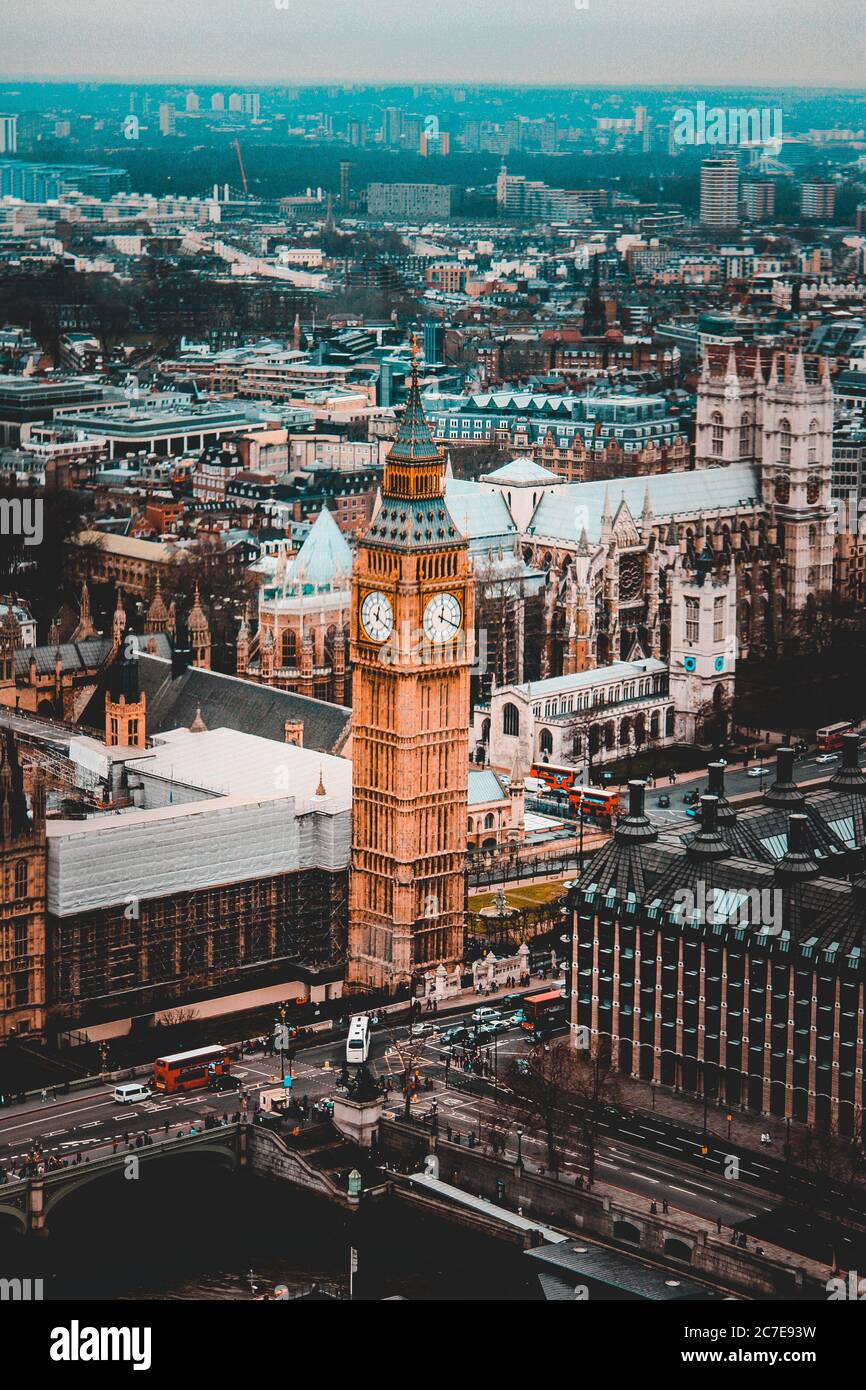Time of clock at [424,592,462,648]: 12:19
